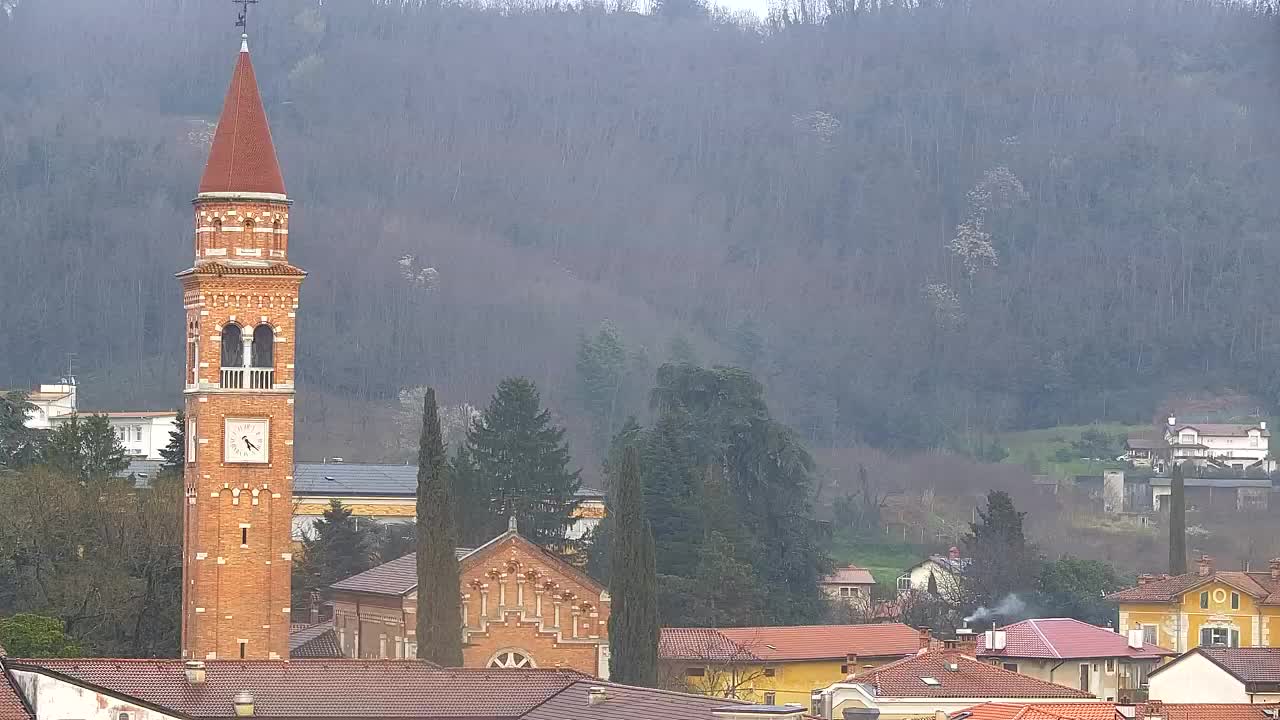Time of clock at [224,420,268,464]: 5:21
